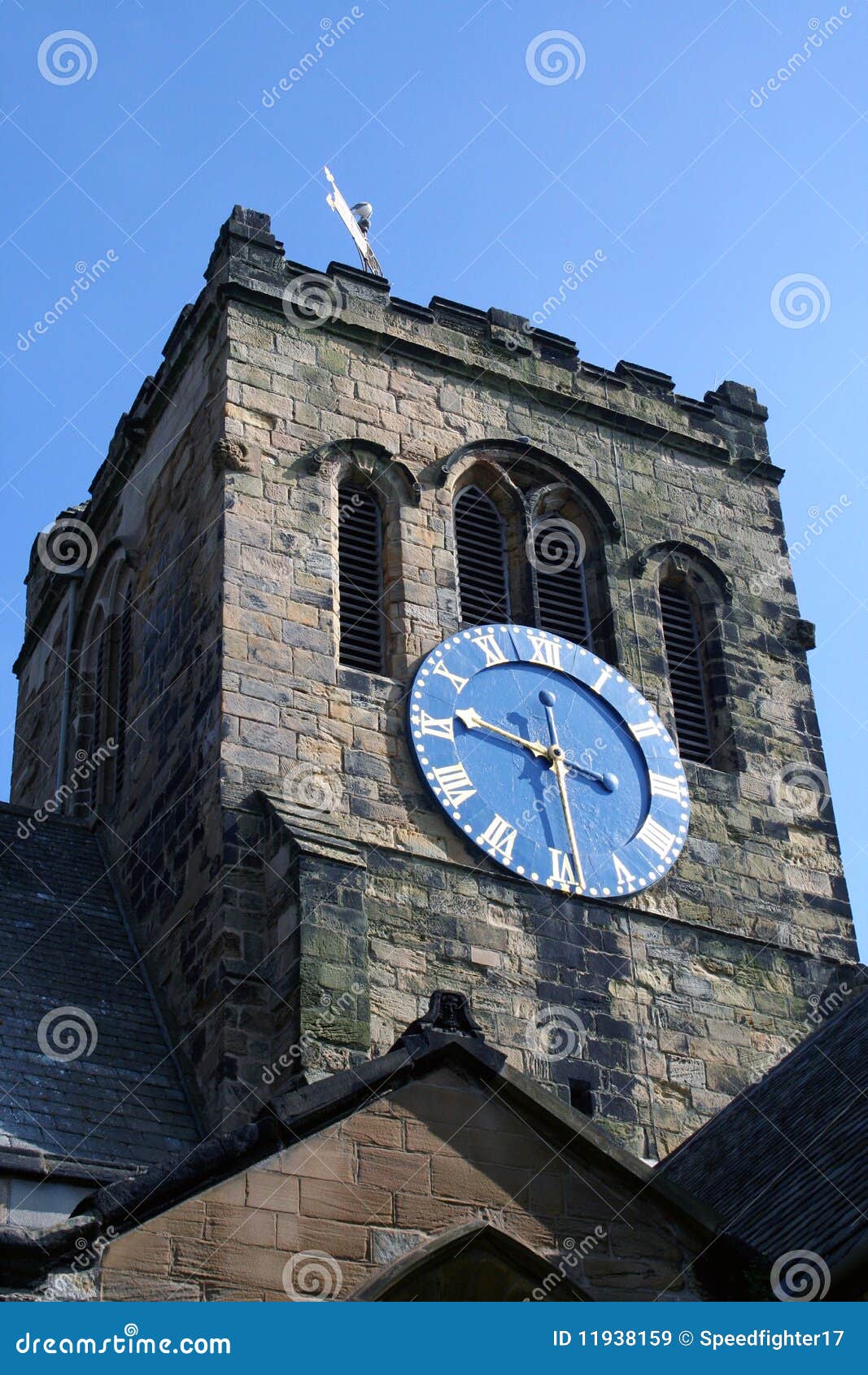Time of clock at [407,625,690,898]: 9:28
